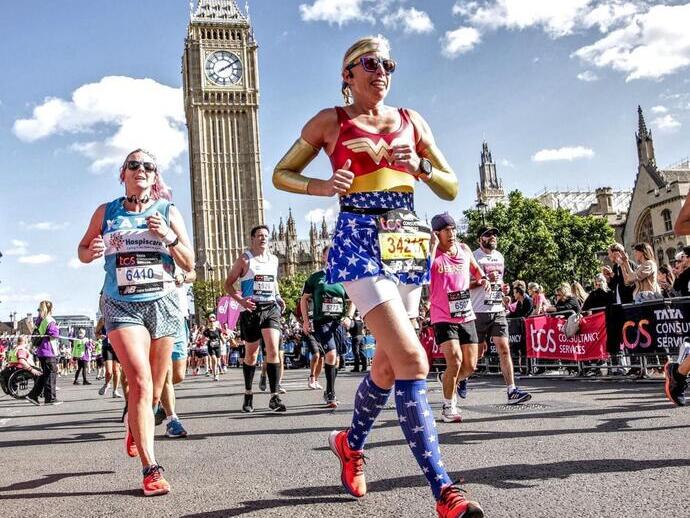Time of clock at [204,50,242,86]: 2:09
